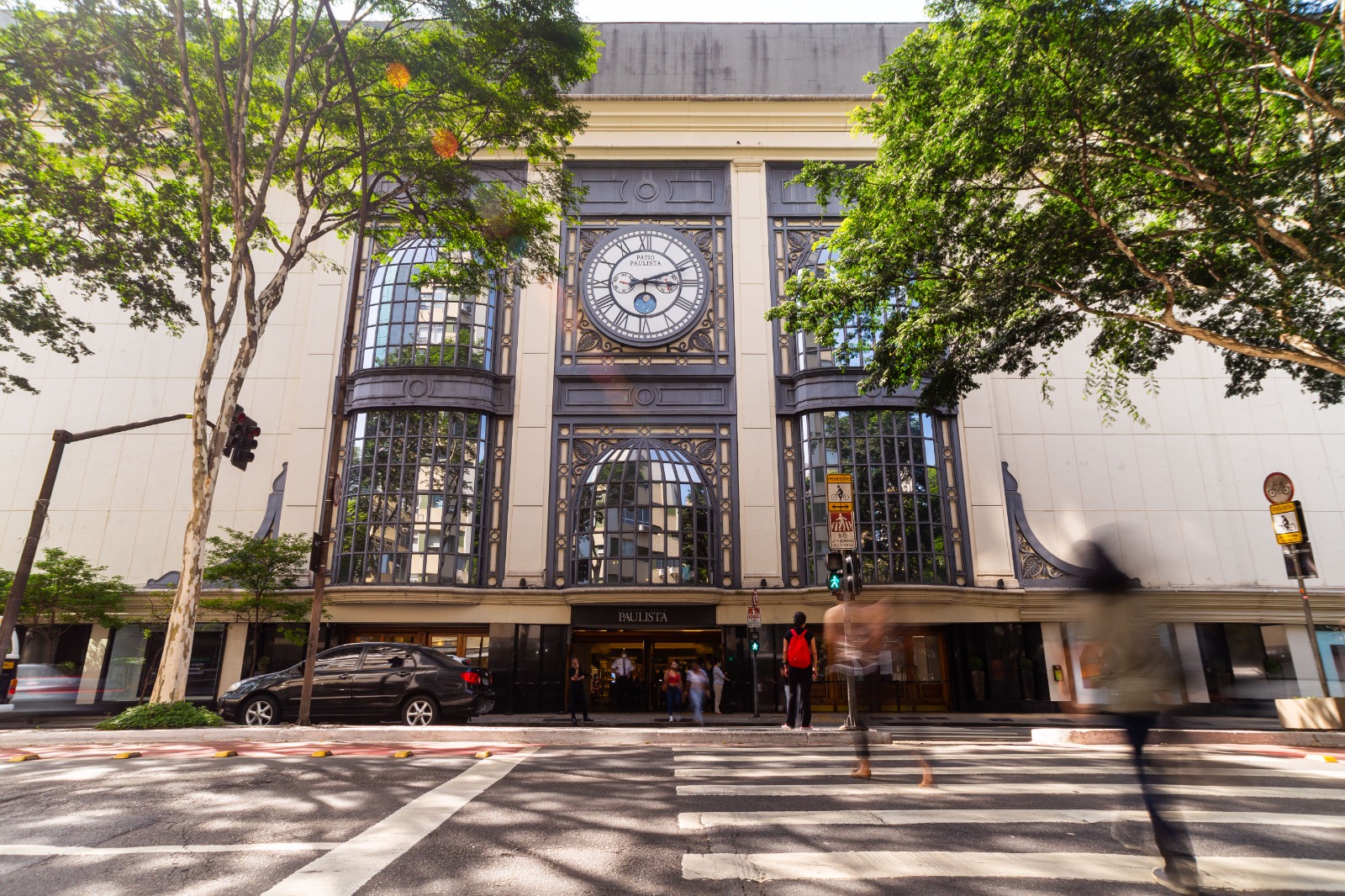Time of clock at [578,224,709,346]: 3:11
